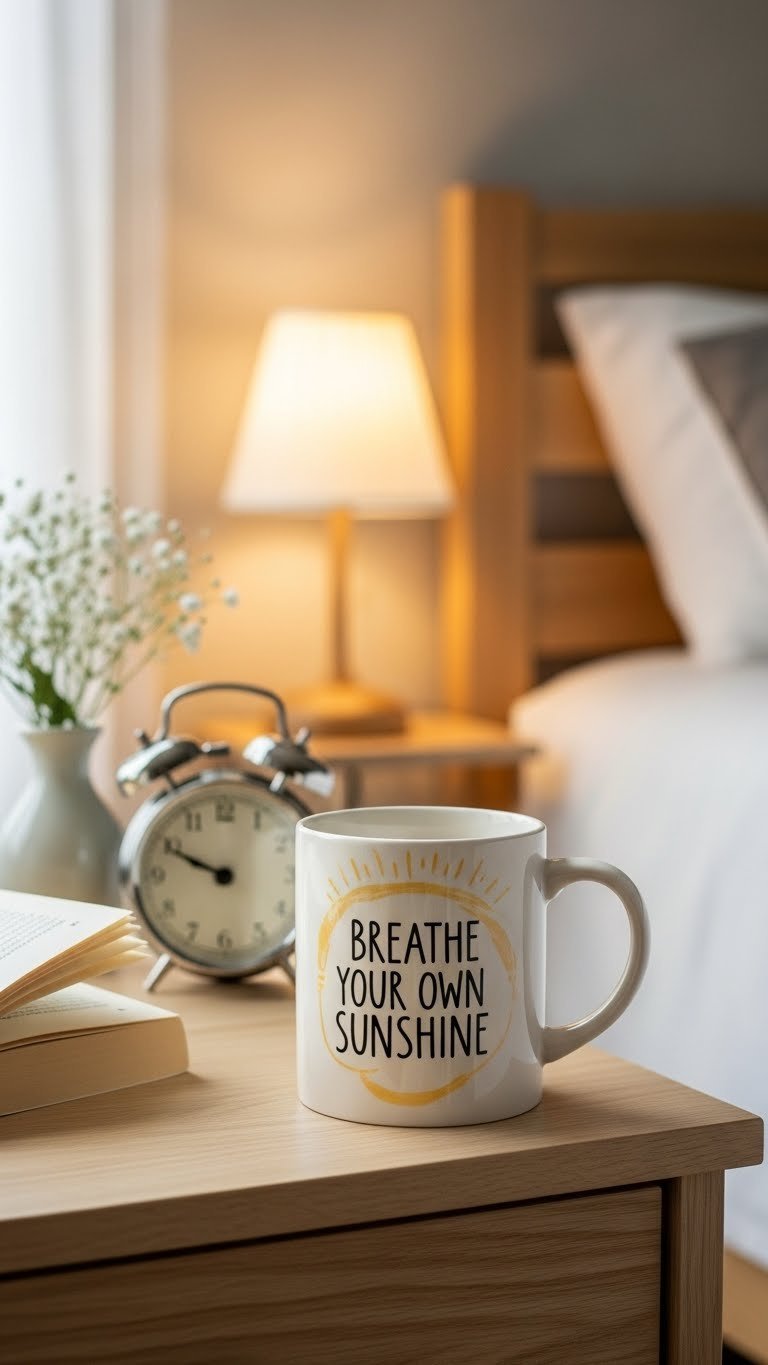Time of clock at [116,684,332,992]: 9:49
